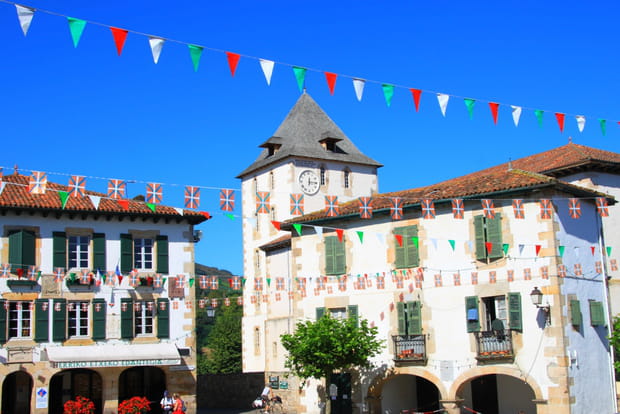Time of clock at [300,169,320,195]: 12:14
